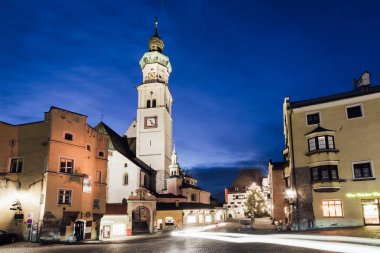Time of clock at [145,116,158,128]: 5:23
